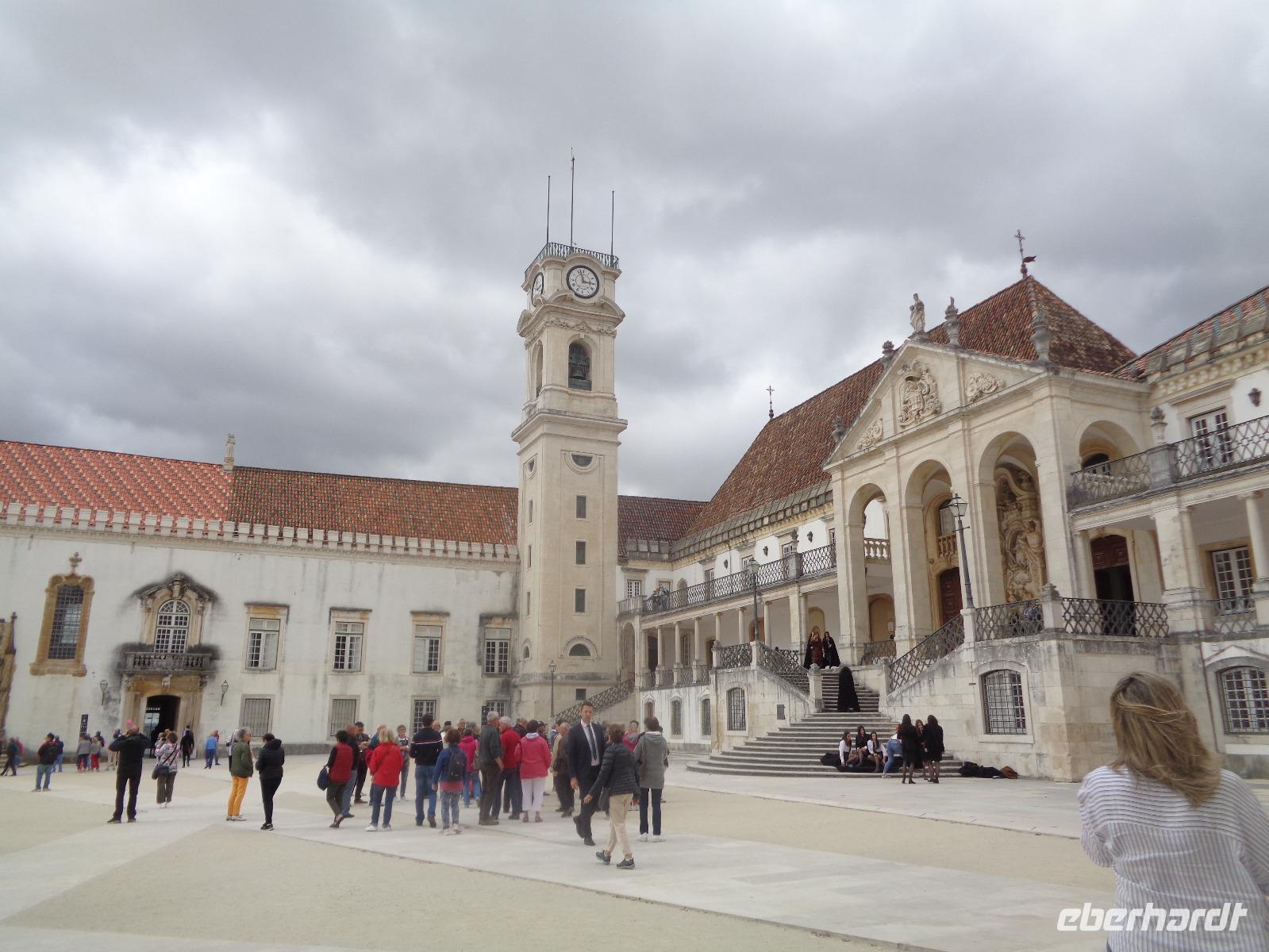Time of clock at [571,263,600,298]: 2:57
